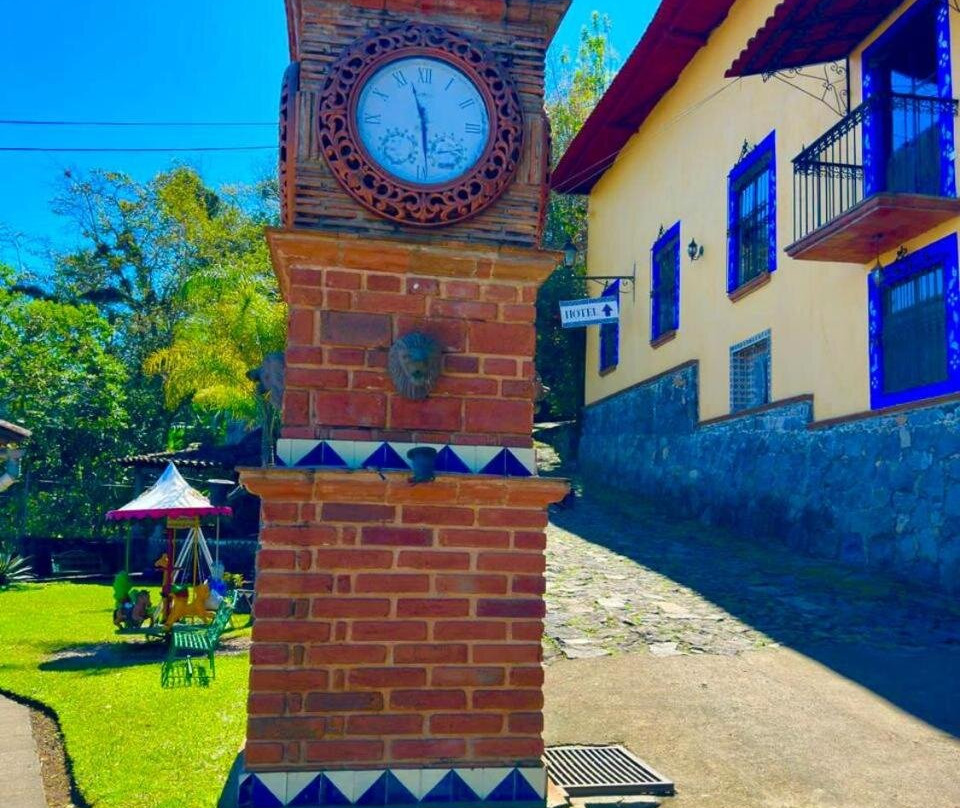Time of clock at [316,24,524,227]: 11:29
